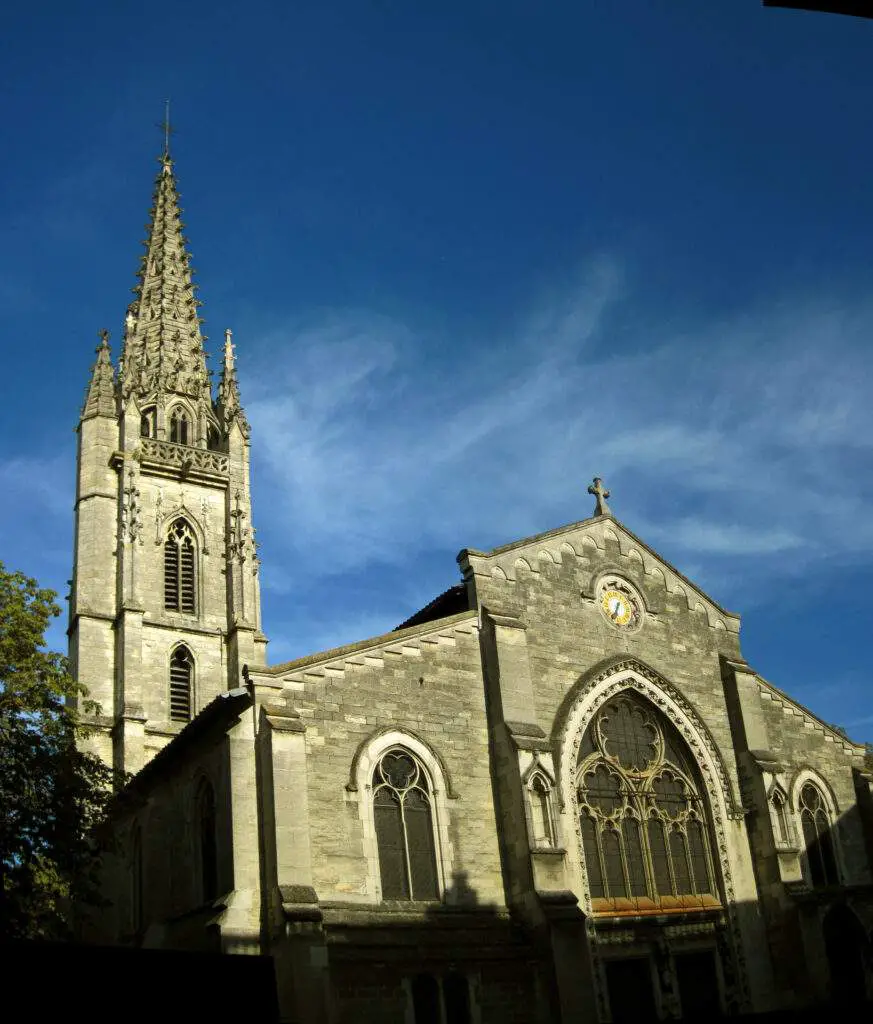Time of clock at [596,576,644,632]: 6:34
